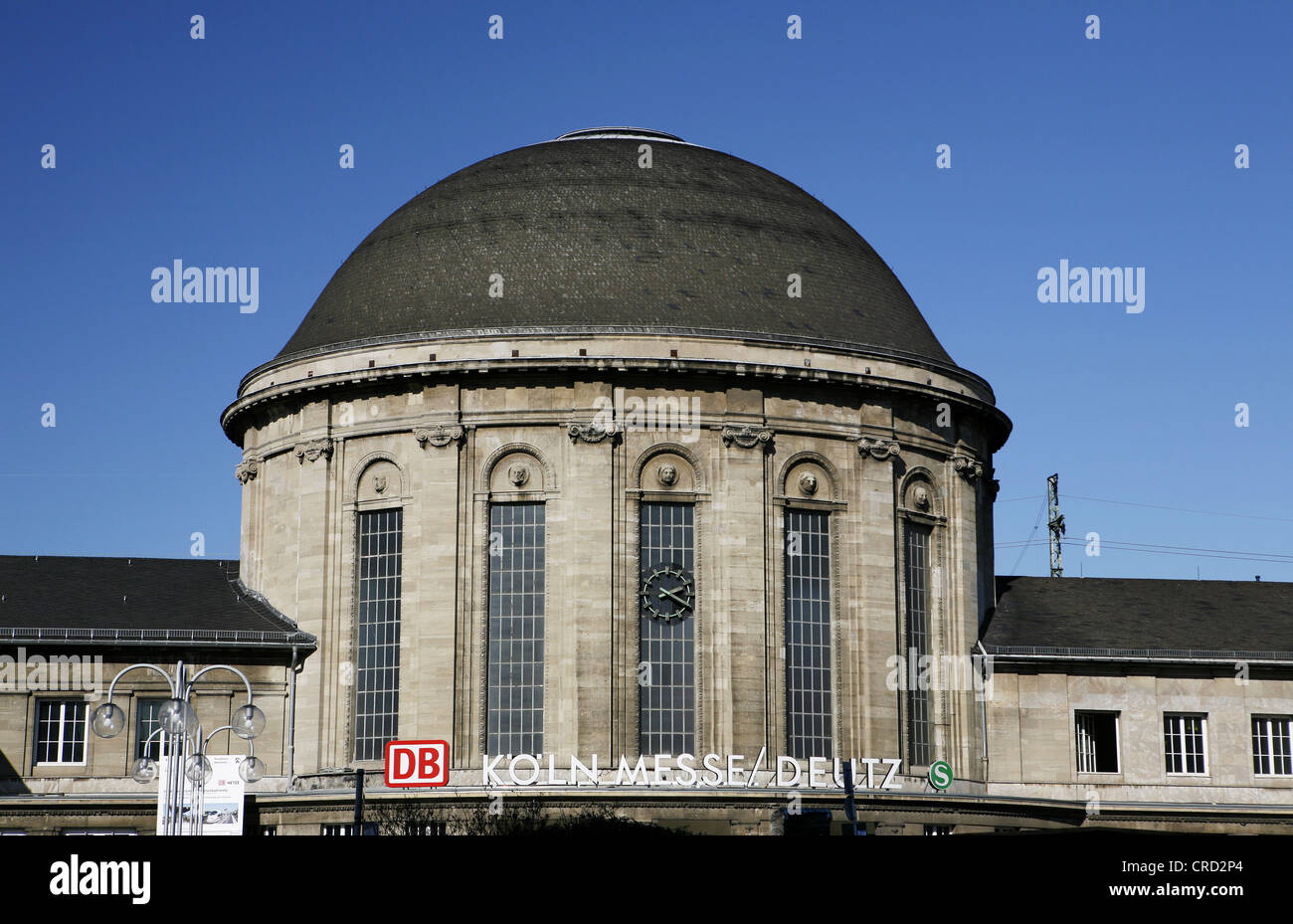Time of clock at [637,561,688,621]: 2:19
